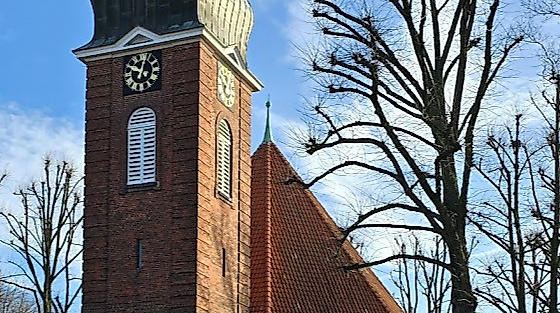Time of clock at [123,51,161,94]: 10:02
